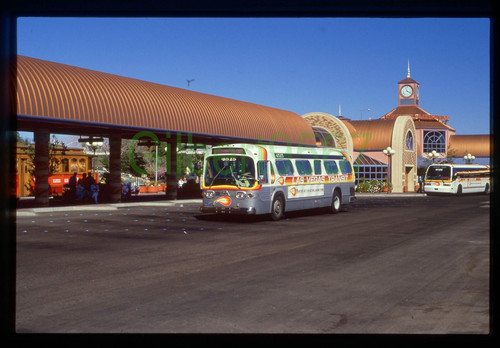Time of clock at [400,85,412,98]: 11:21
